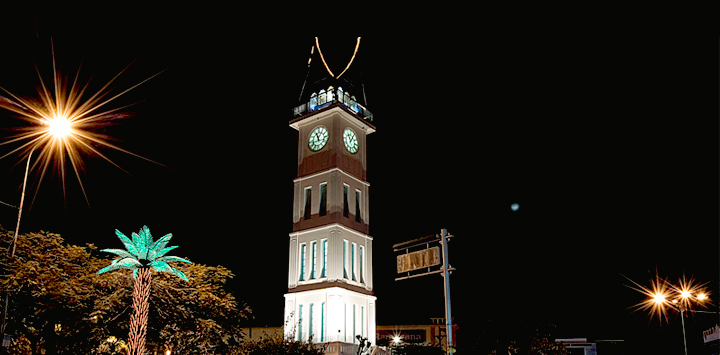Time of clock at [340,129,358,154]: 11:05
